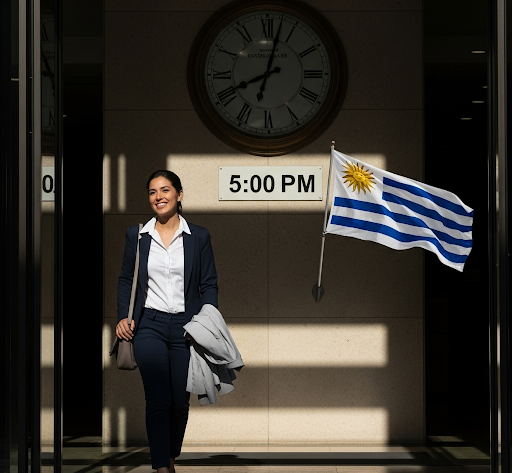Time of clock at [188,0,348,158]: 8:02
